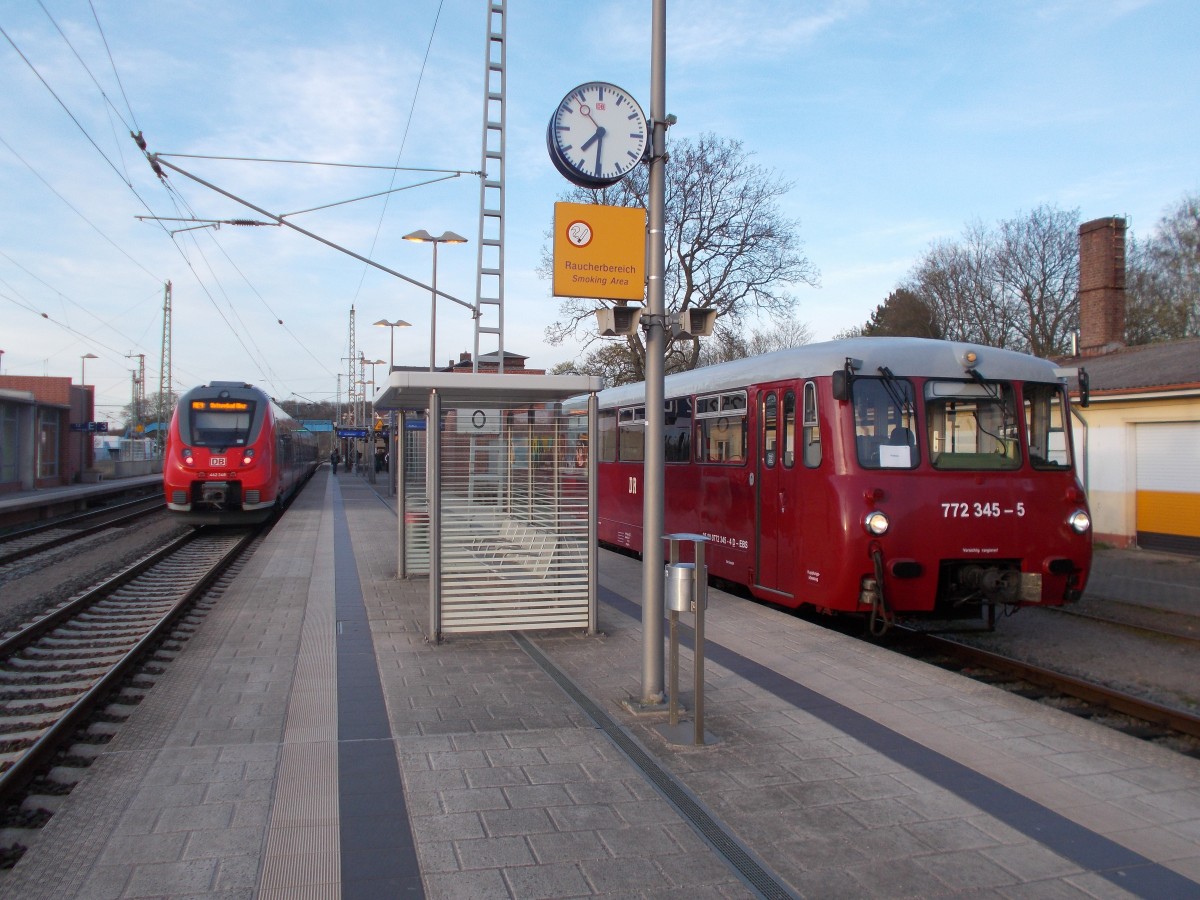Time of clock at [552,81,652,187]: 7:30
